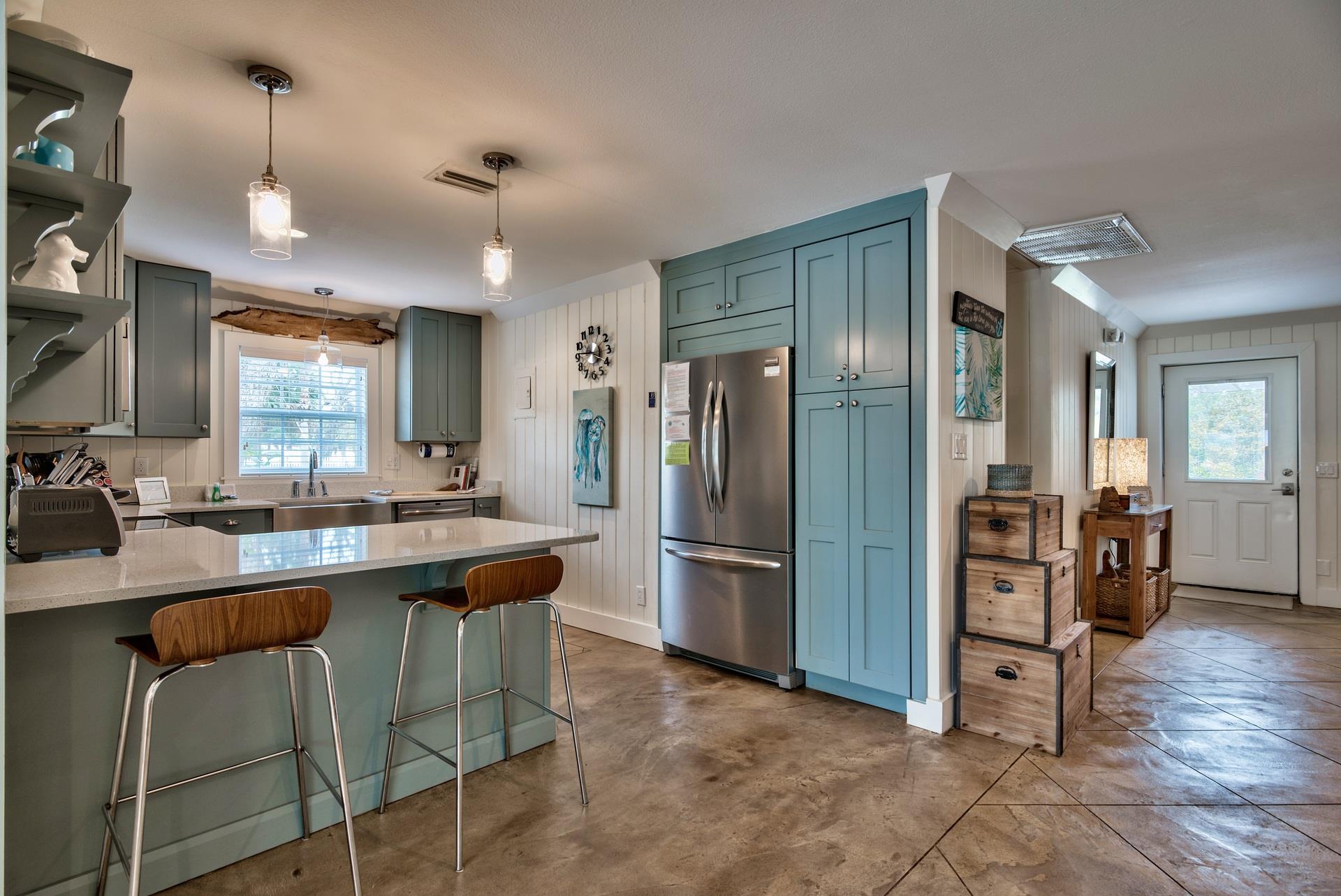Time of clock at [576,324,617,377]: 3:46
